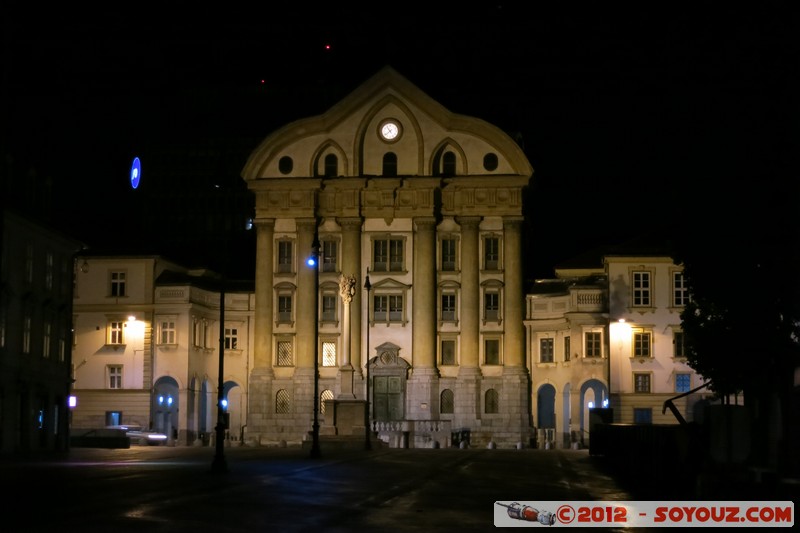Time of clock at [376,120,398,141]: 10:38
